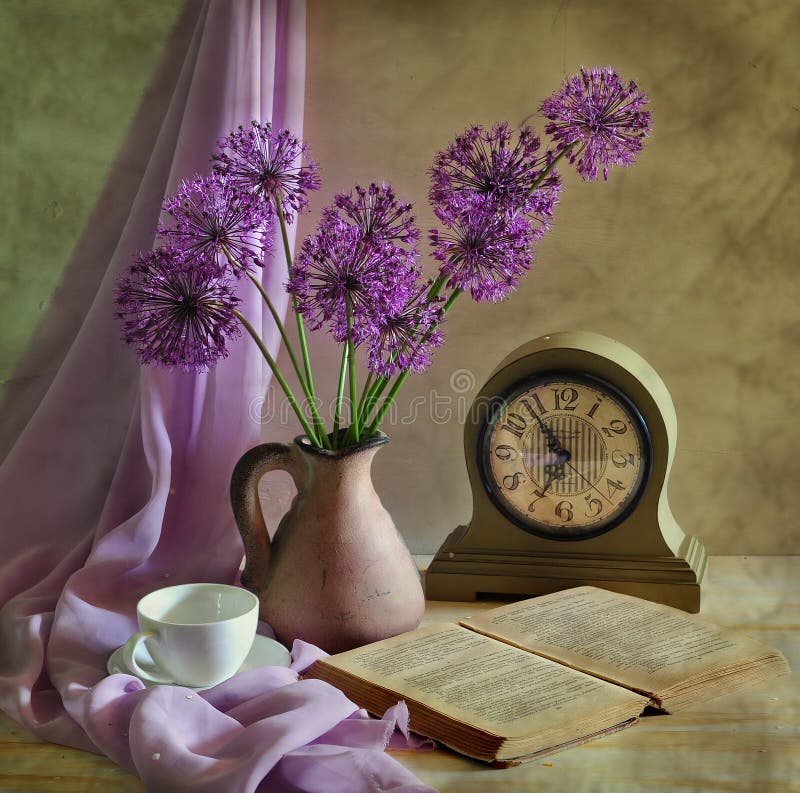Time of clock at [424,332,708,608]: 6:54
